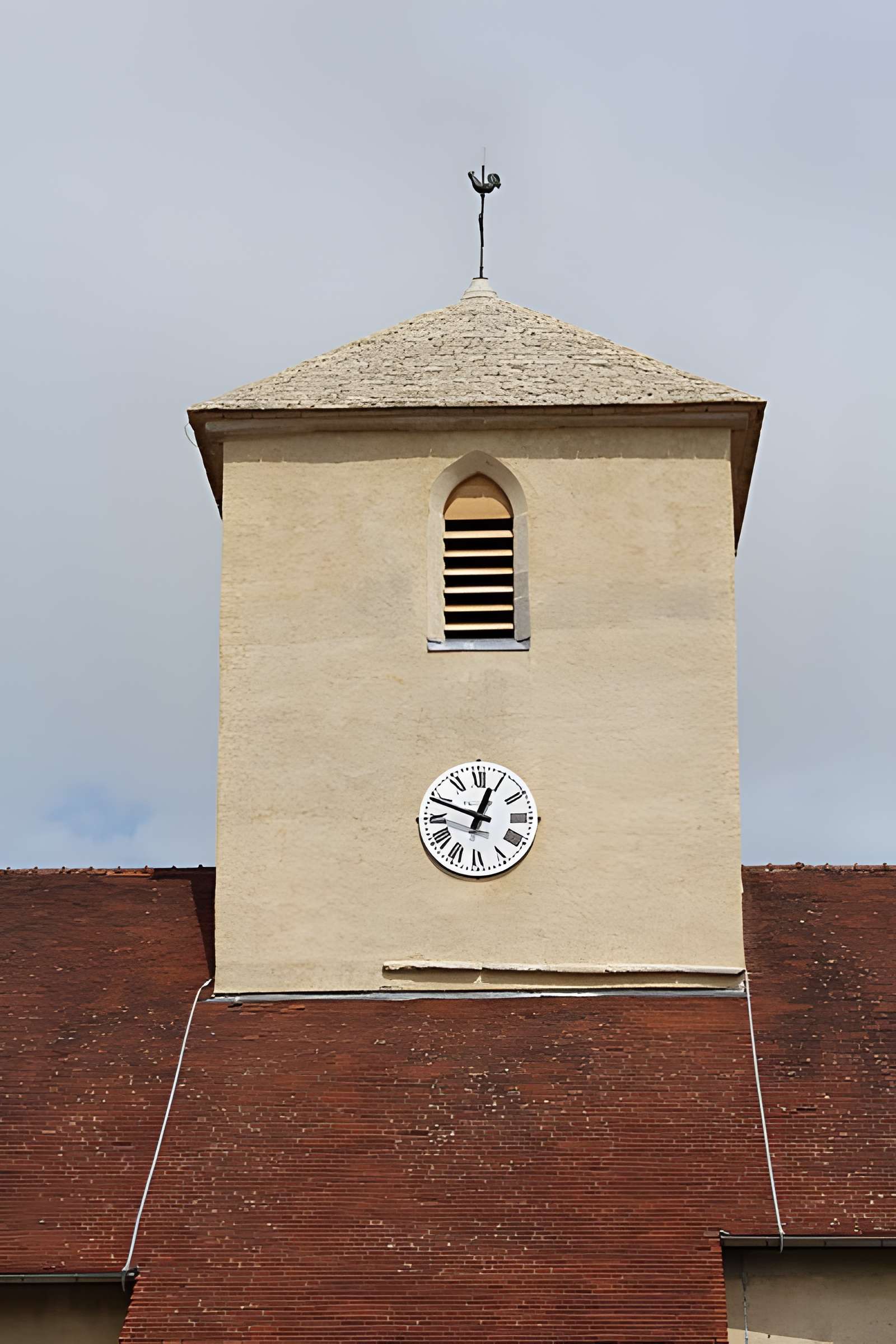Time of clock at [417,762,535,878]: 12:48
